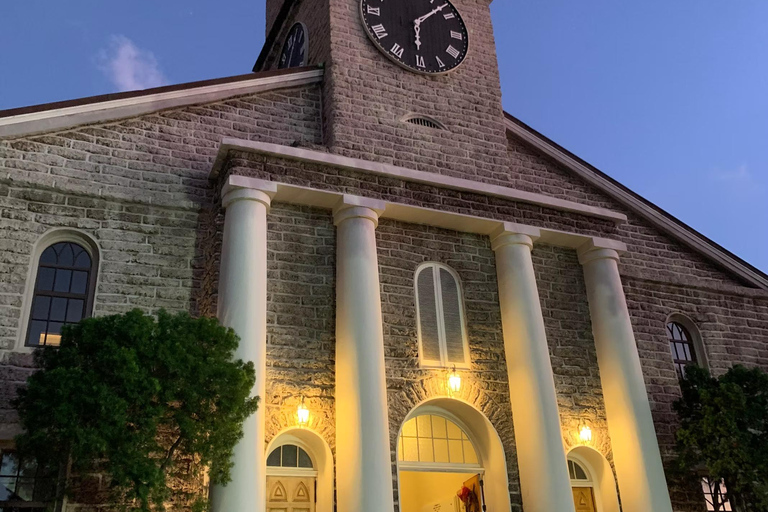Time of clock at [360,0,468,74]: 6:07
